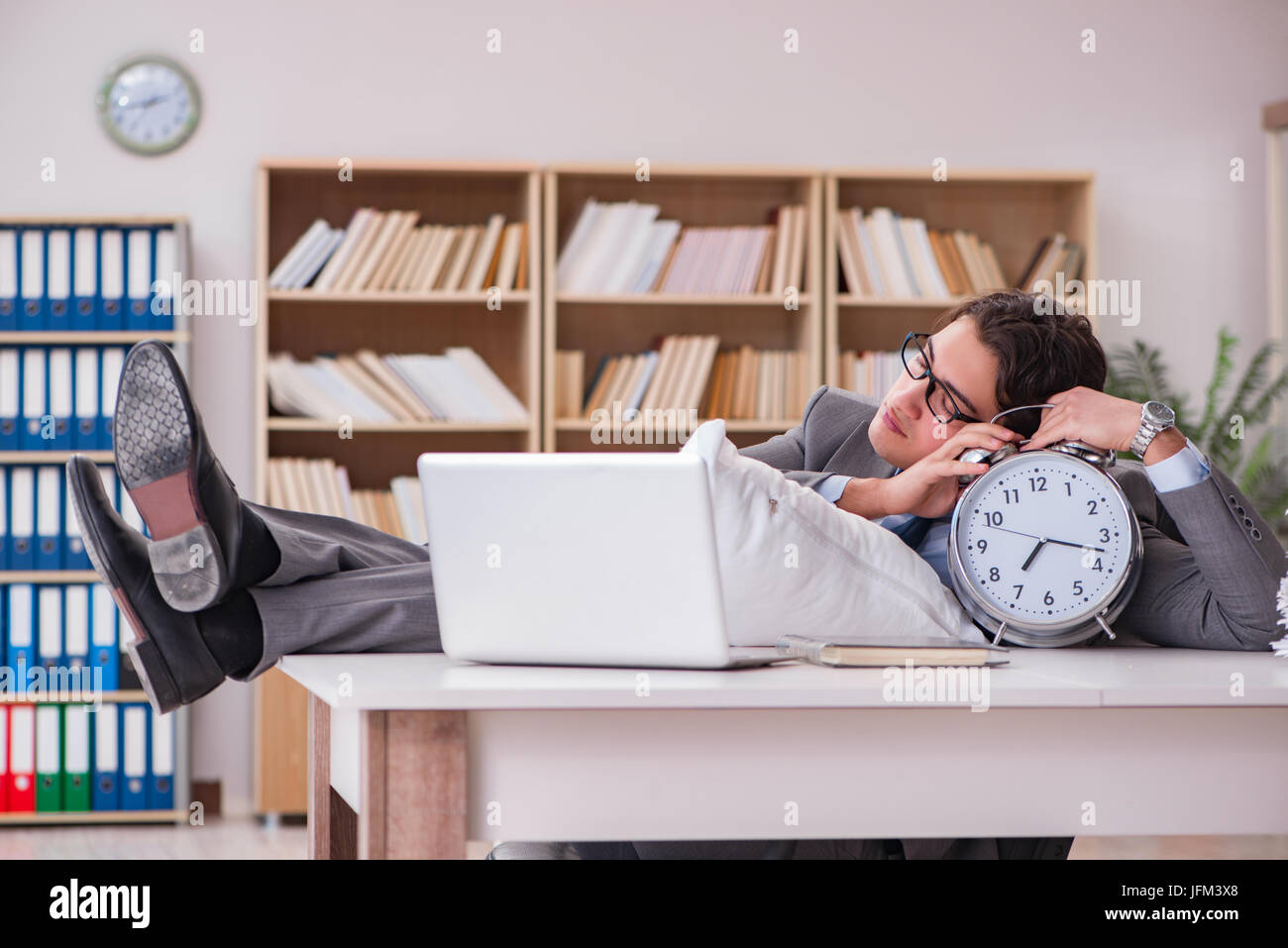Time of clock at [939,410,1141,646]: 7:17
